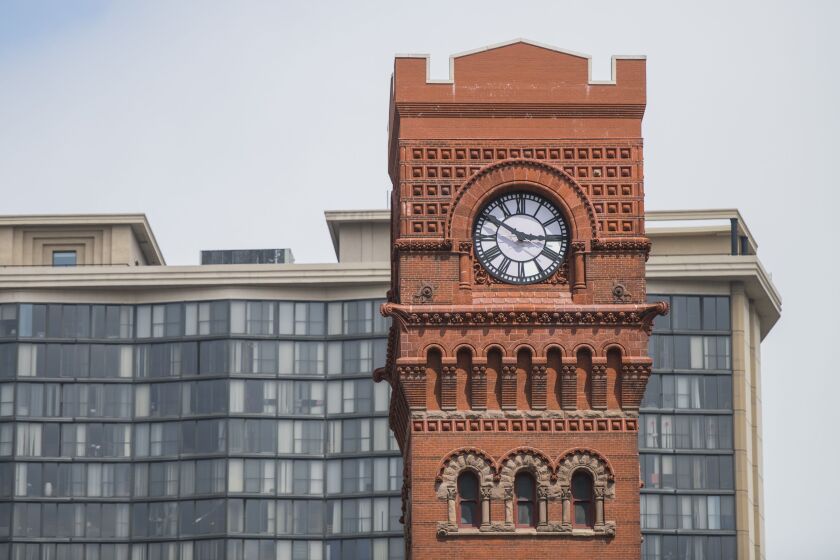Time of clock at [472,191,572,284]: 2:50
